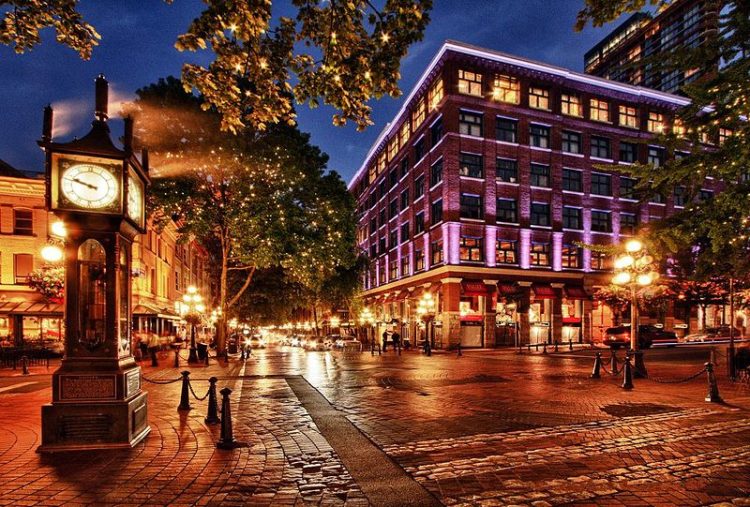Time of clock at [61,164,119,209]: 9:48
